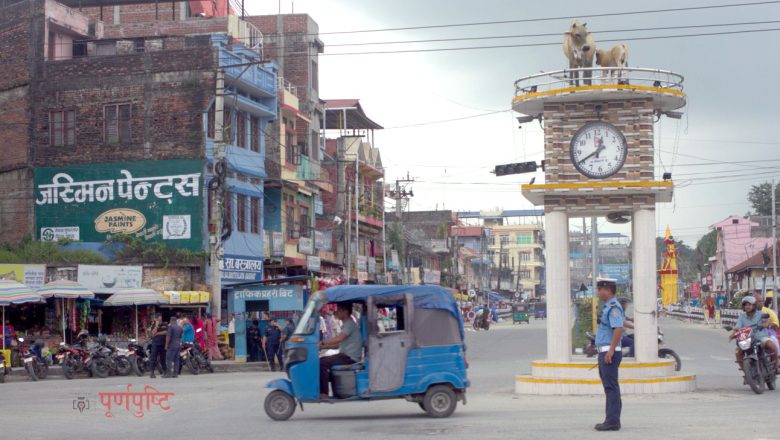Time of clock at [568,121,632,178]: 12:40
